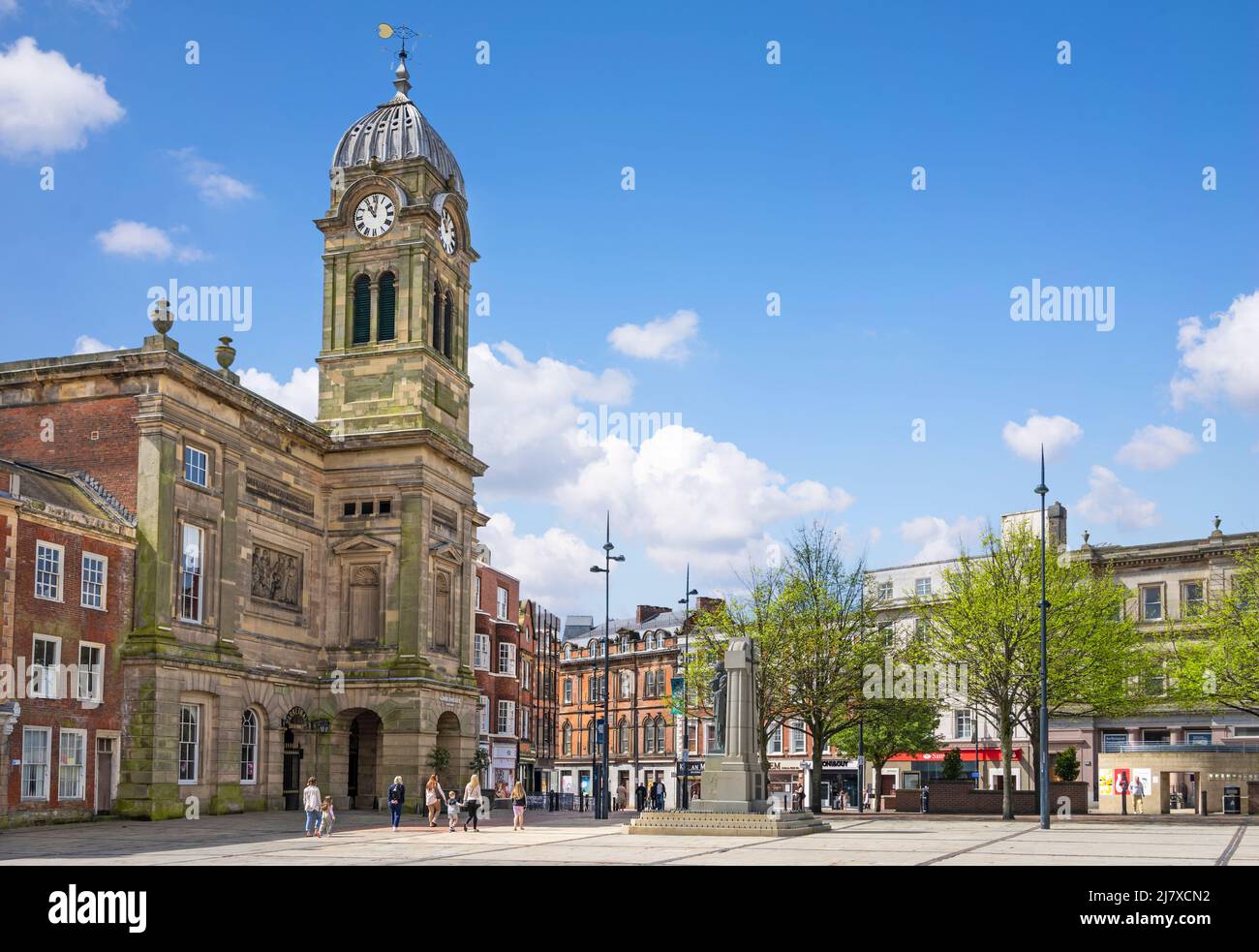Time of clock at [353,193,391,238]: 11:01
